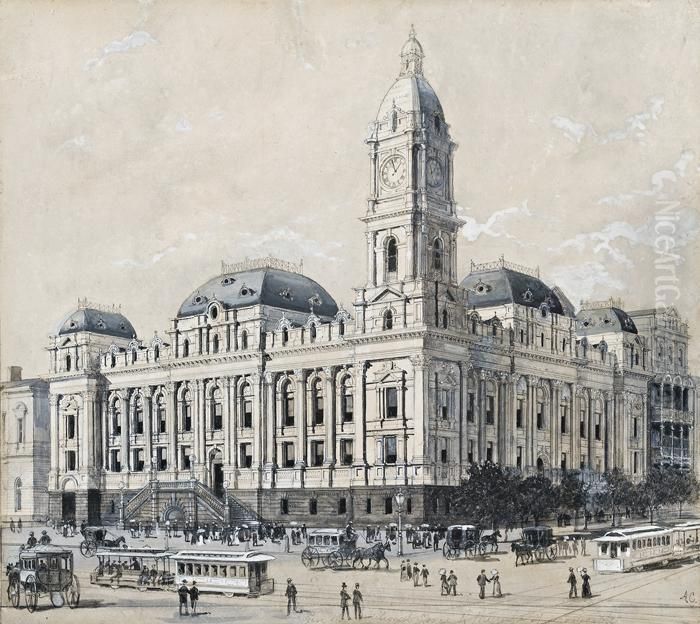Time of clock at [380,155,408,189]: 11:07
